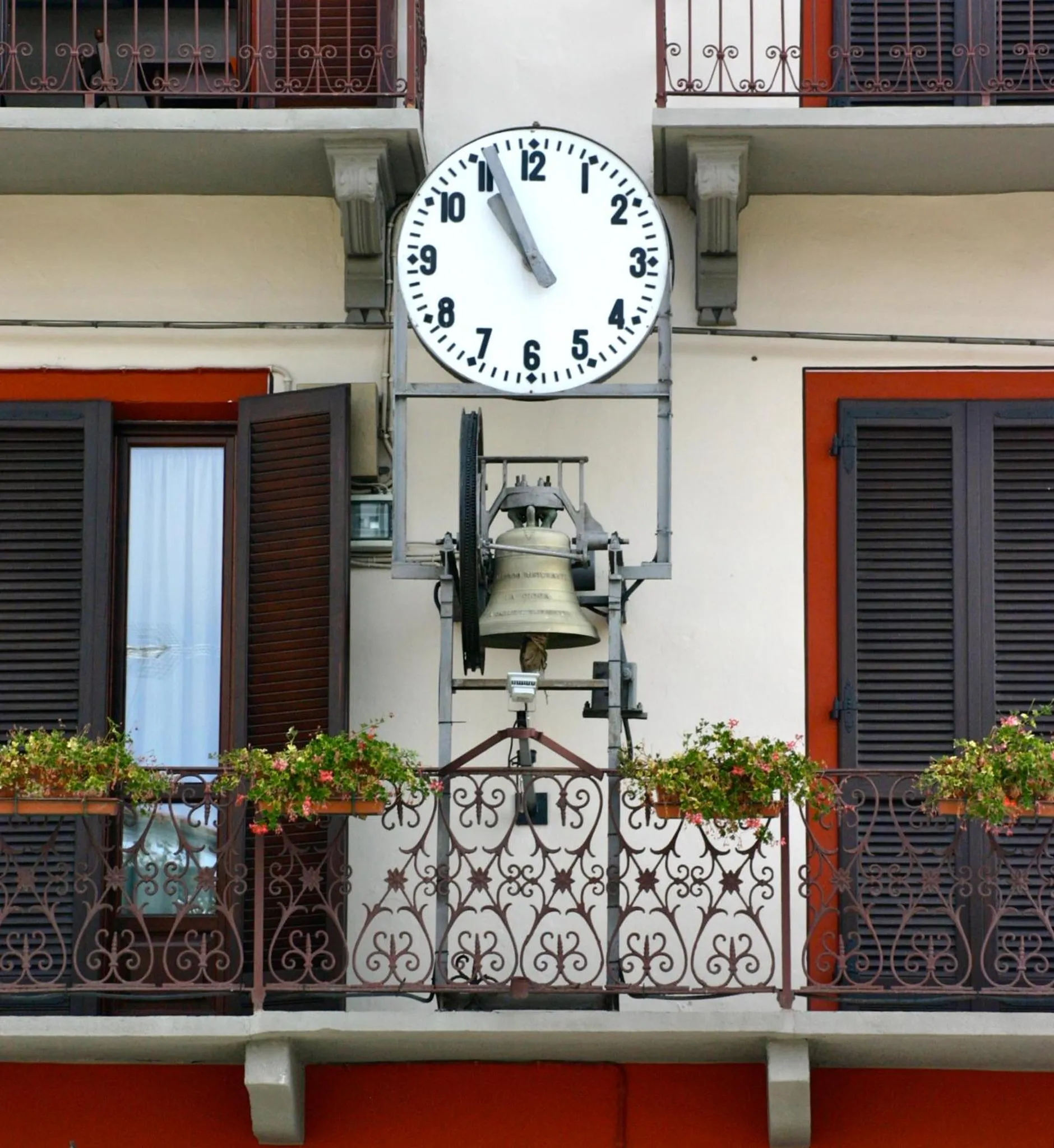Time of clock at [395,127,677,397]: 10:56
